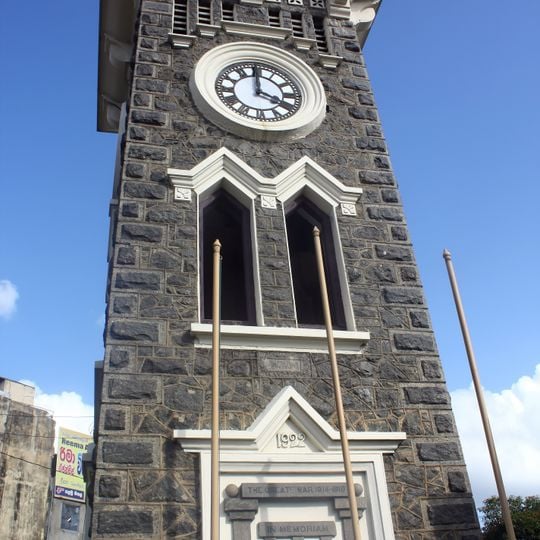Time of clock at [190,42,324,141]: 4:00
